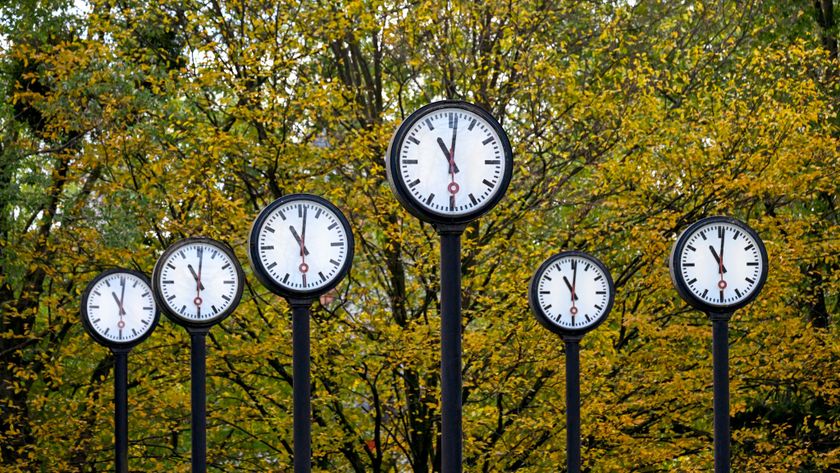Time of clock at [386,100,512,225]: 11:01
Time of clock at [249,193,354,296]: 11:01
